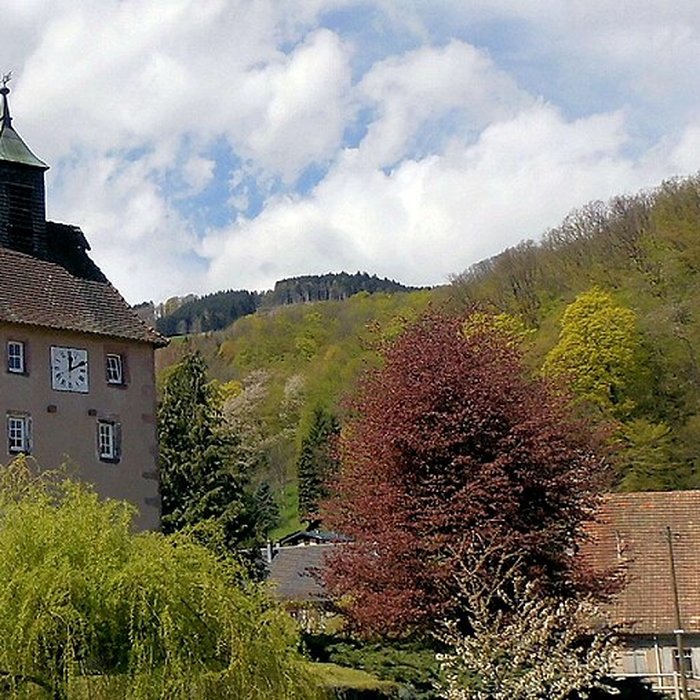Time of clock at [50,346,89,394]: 12:10
